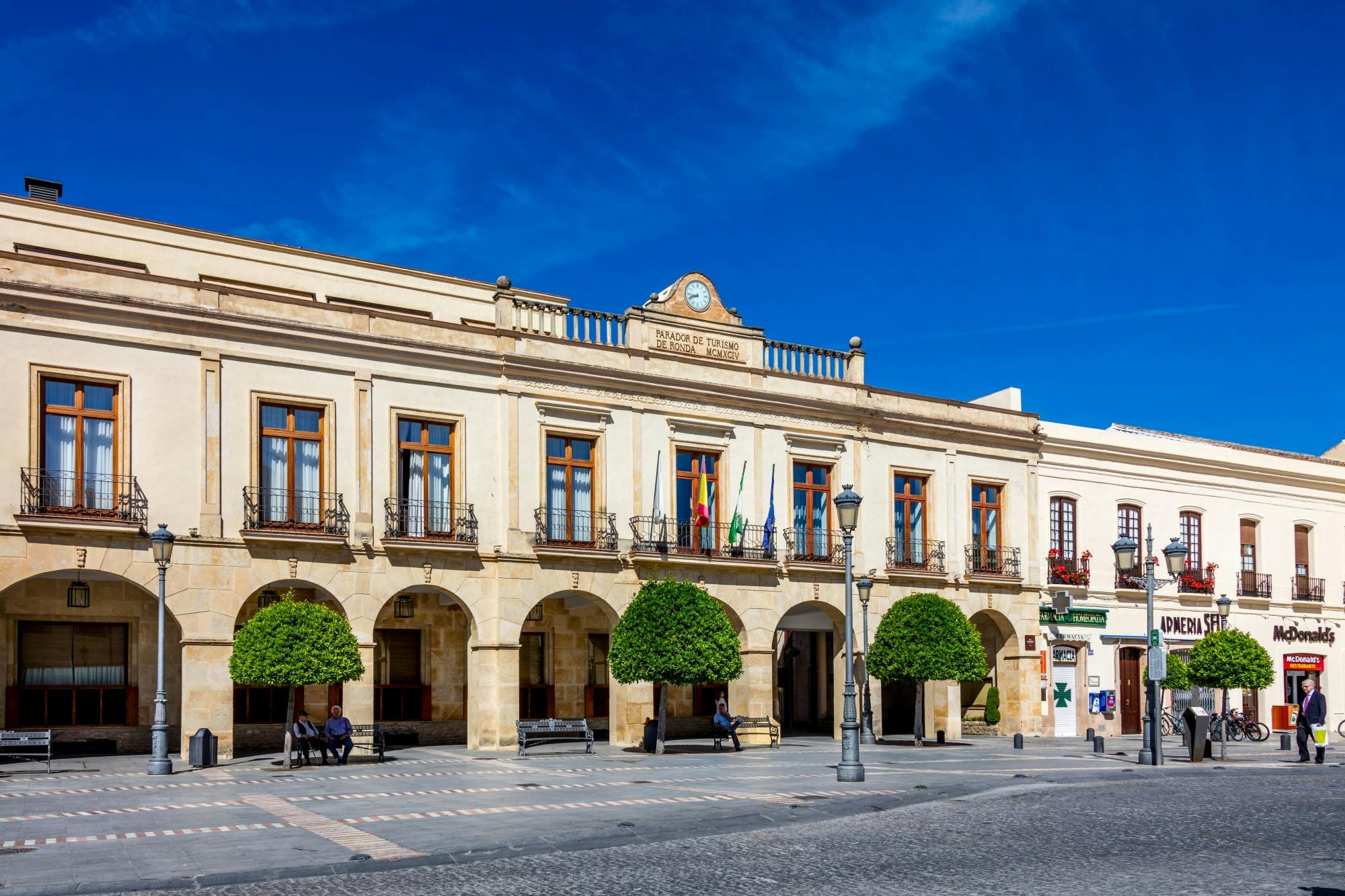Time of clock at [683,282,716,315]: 8:41
